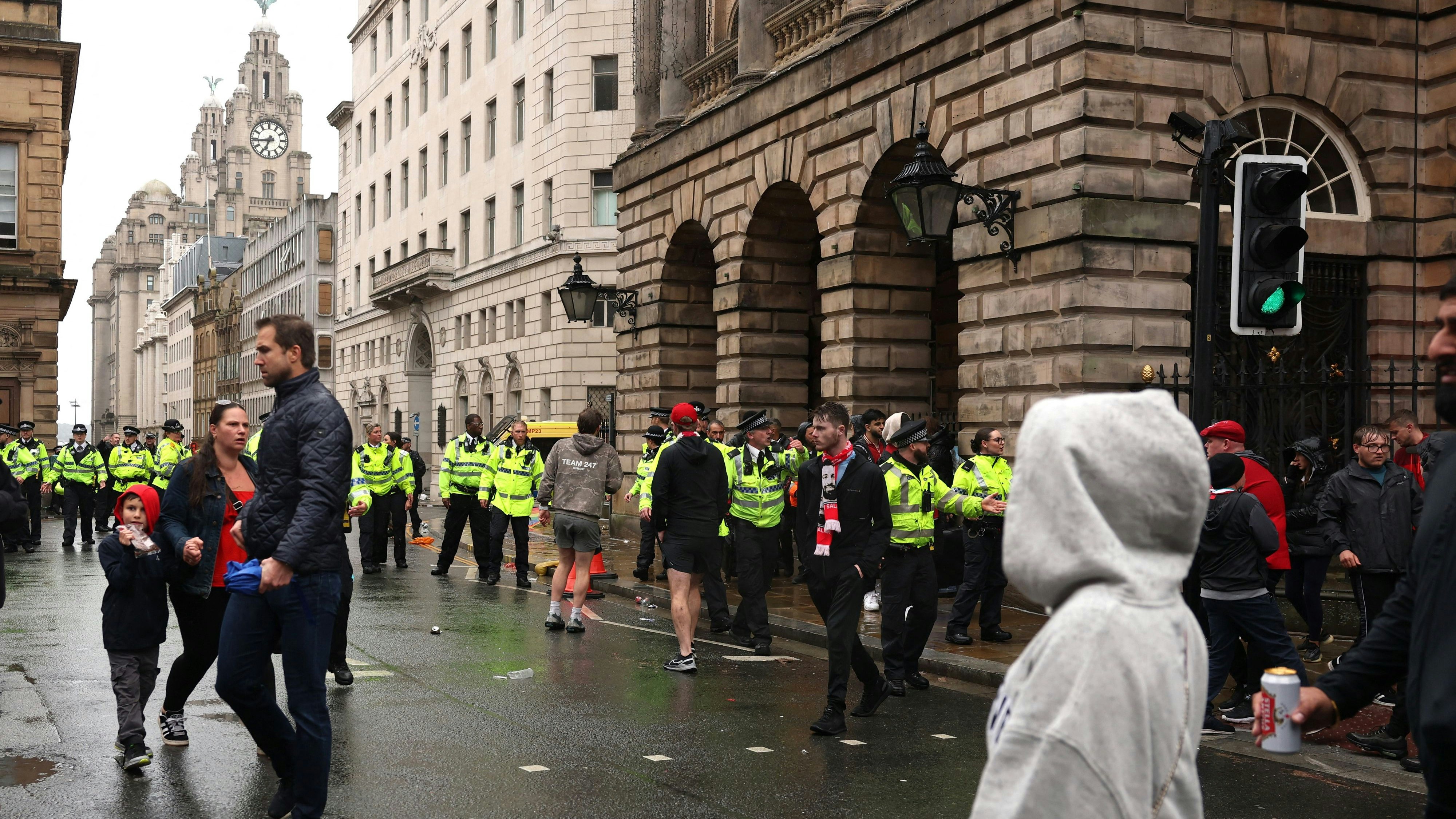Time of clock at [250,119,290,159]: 6:43
